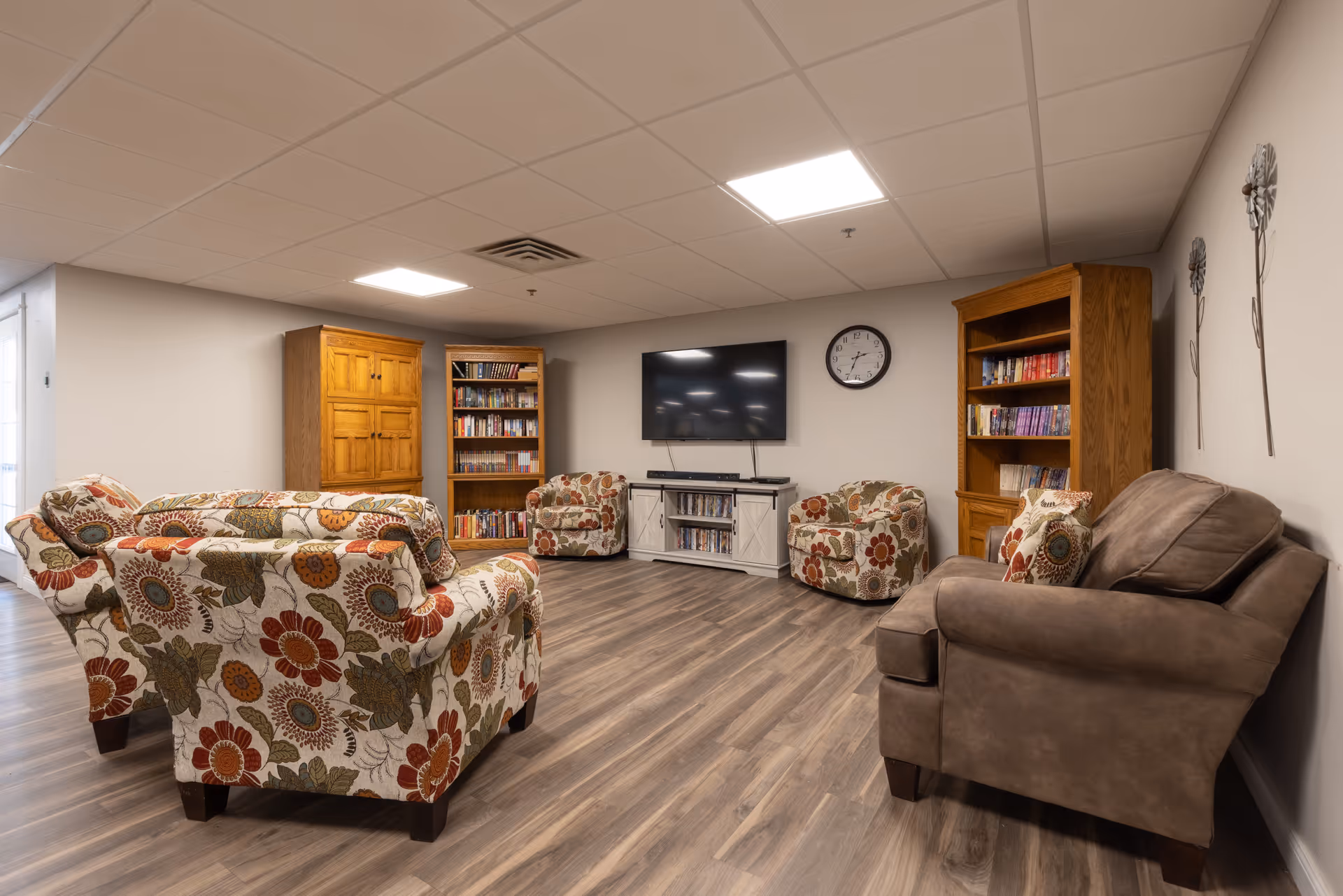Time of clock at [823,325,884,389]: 2:34
